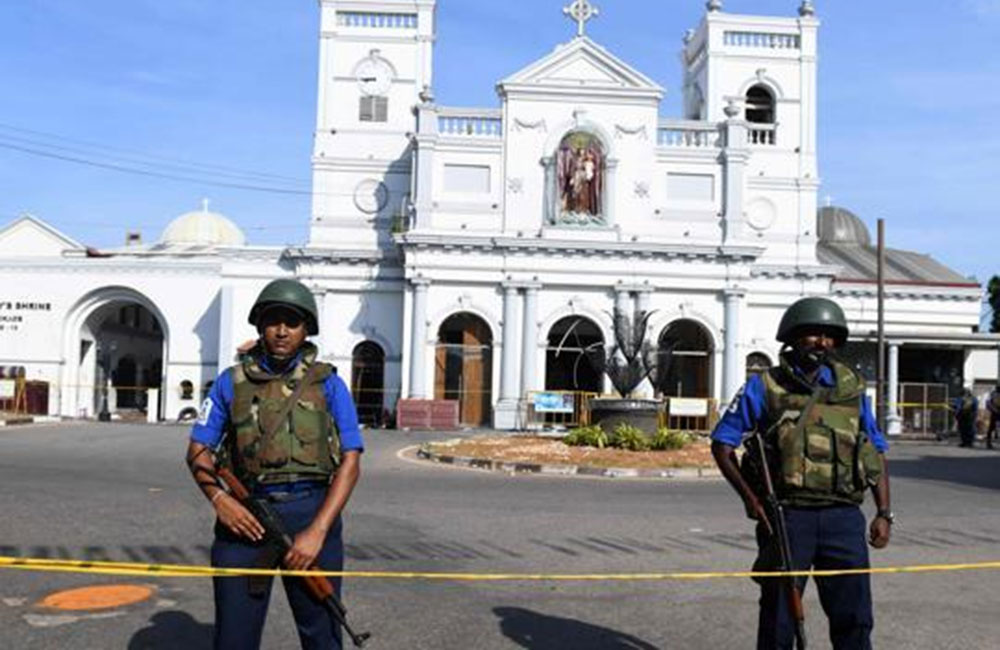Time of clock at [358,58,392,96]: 8:45
